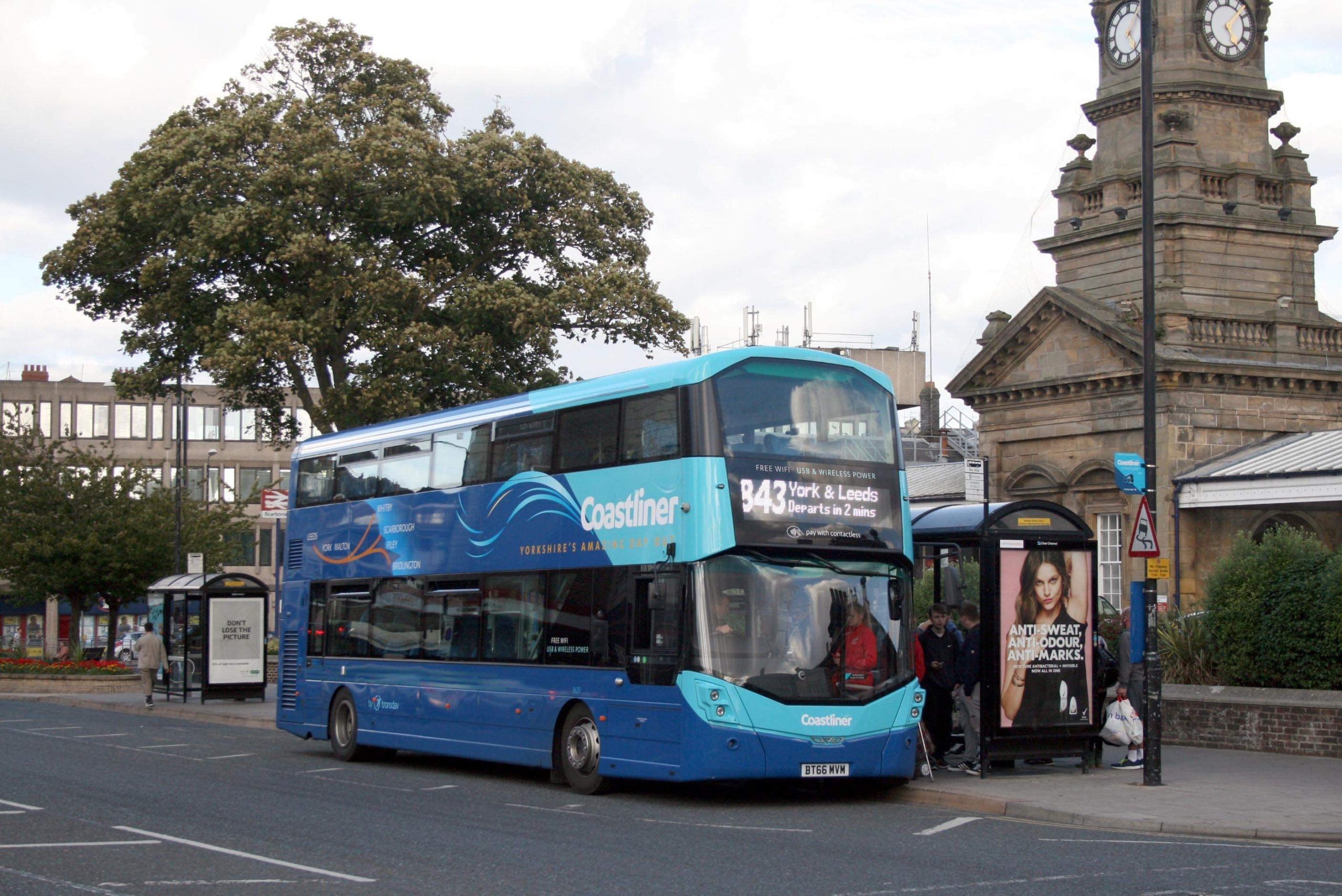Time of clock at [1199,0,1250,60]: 5:08
